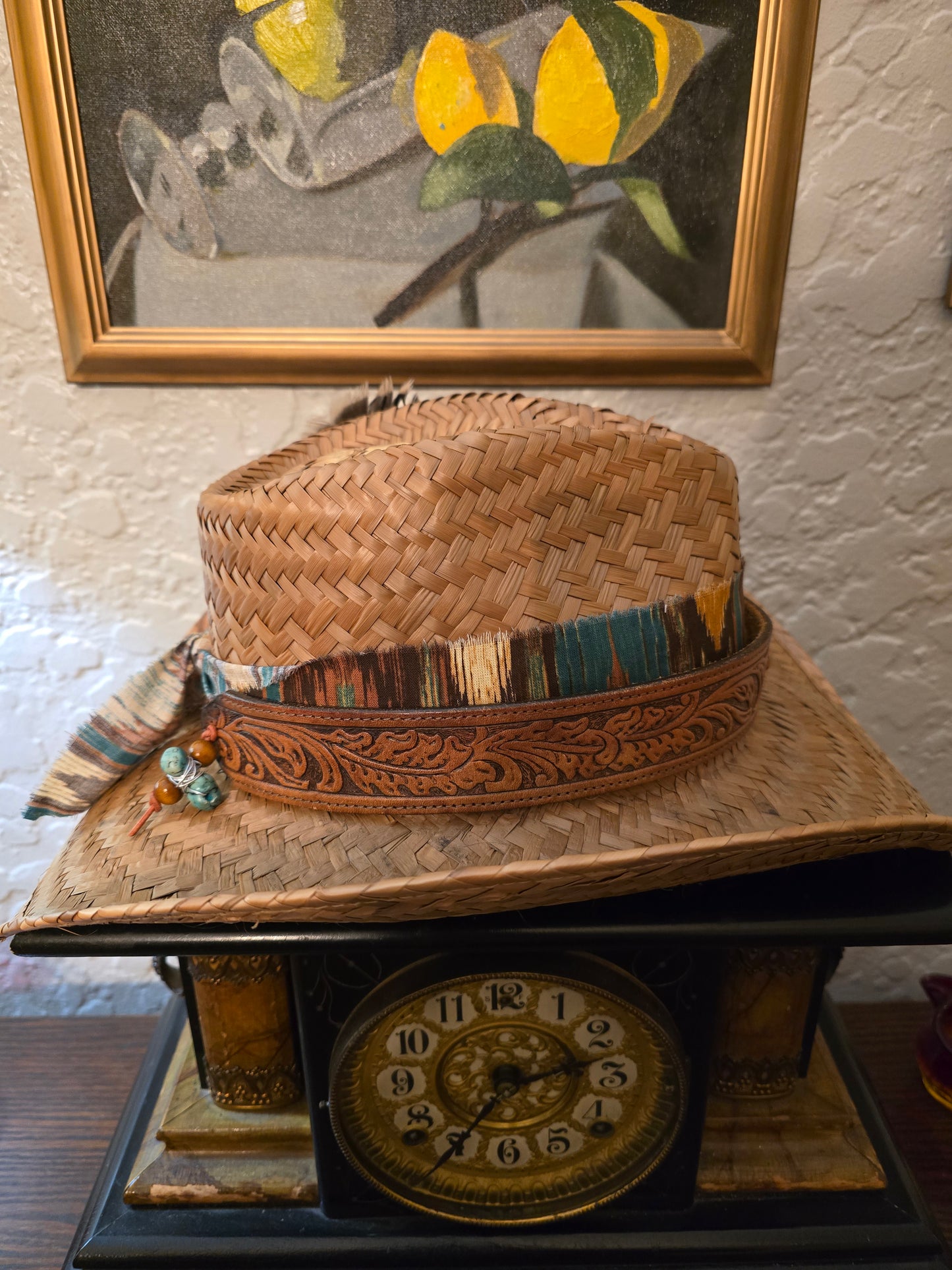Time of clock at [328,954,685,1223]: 2:35
